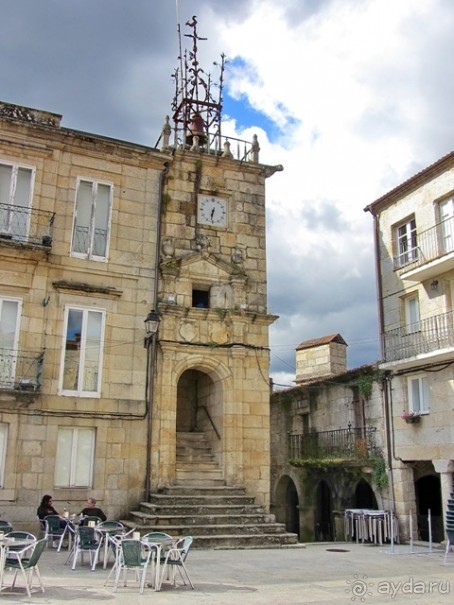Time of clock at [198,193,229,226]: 6:31
